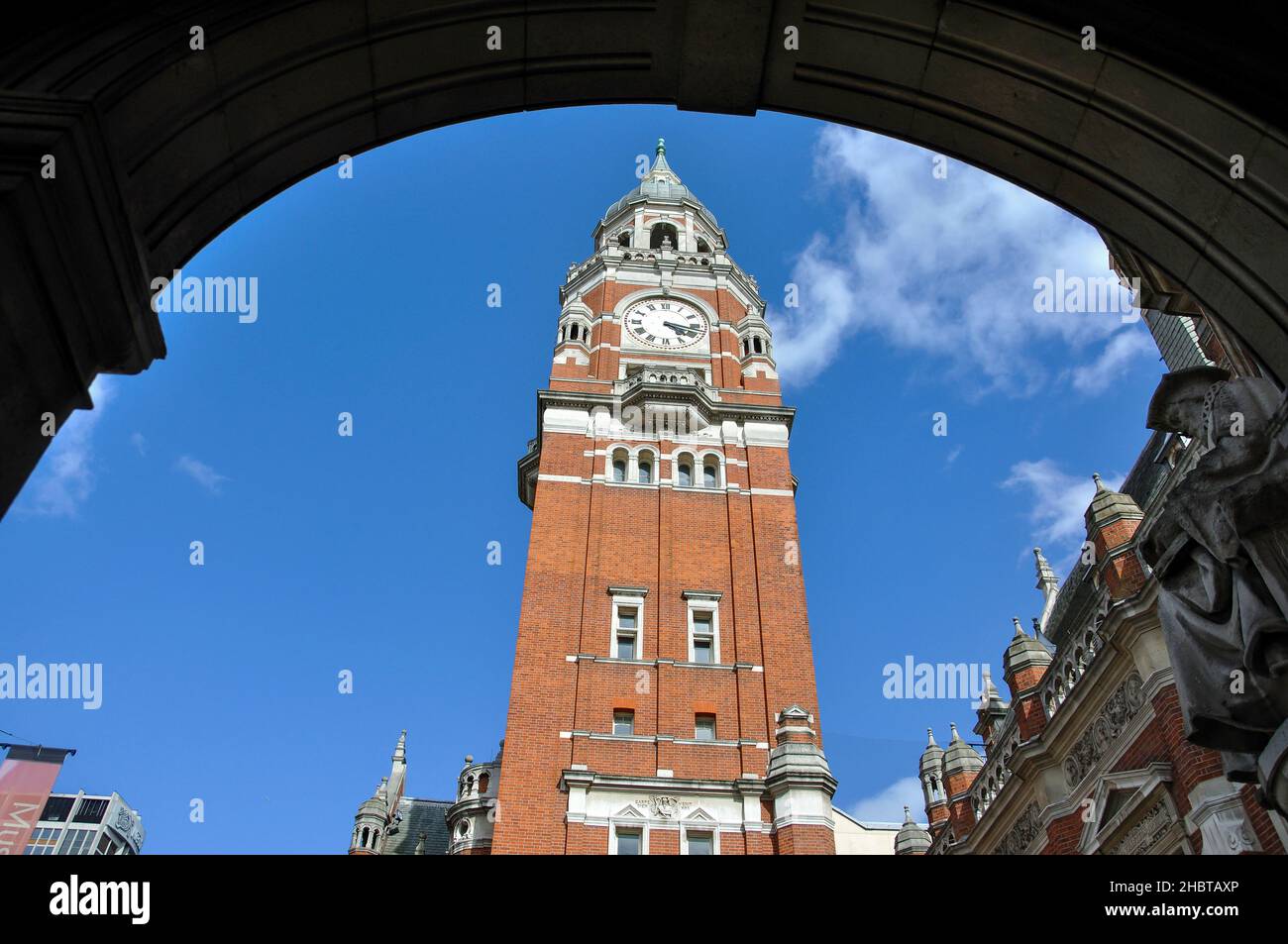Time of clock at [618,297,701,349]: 4:17
